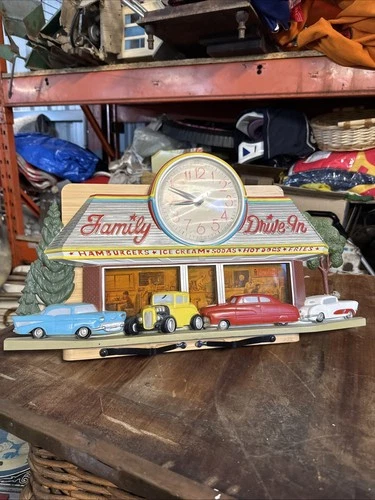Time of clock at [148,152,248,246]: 8:48
